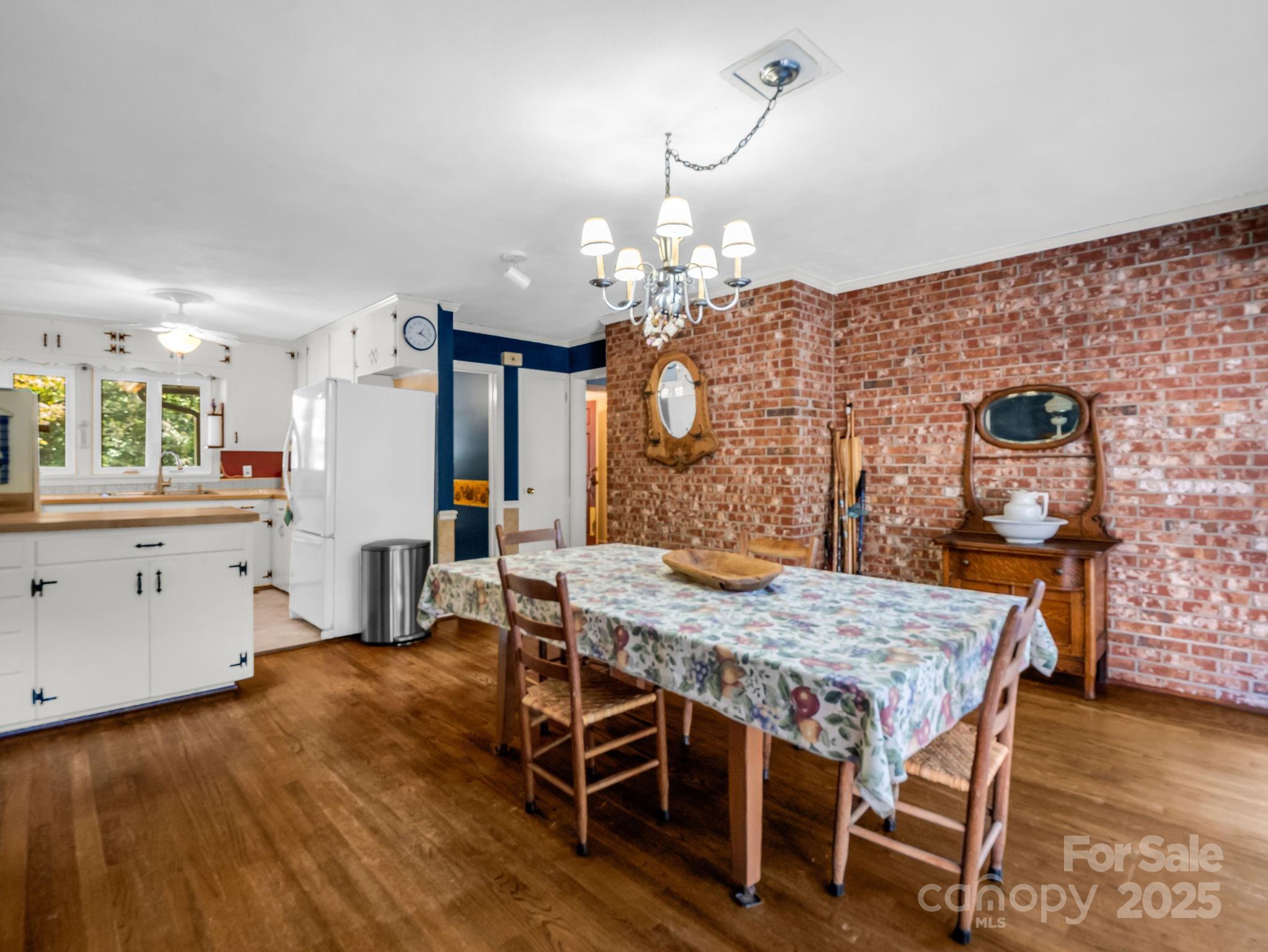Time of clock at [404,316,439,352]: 1:19
